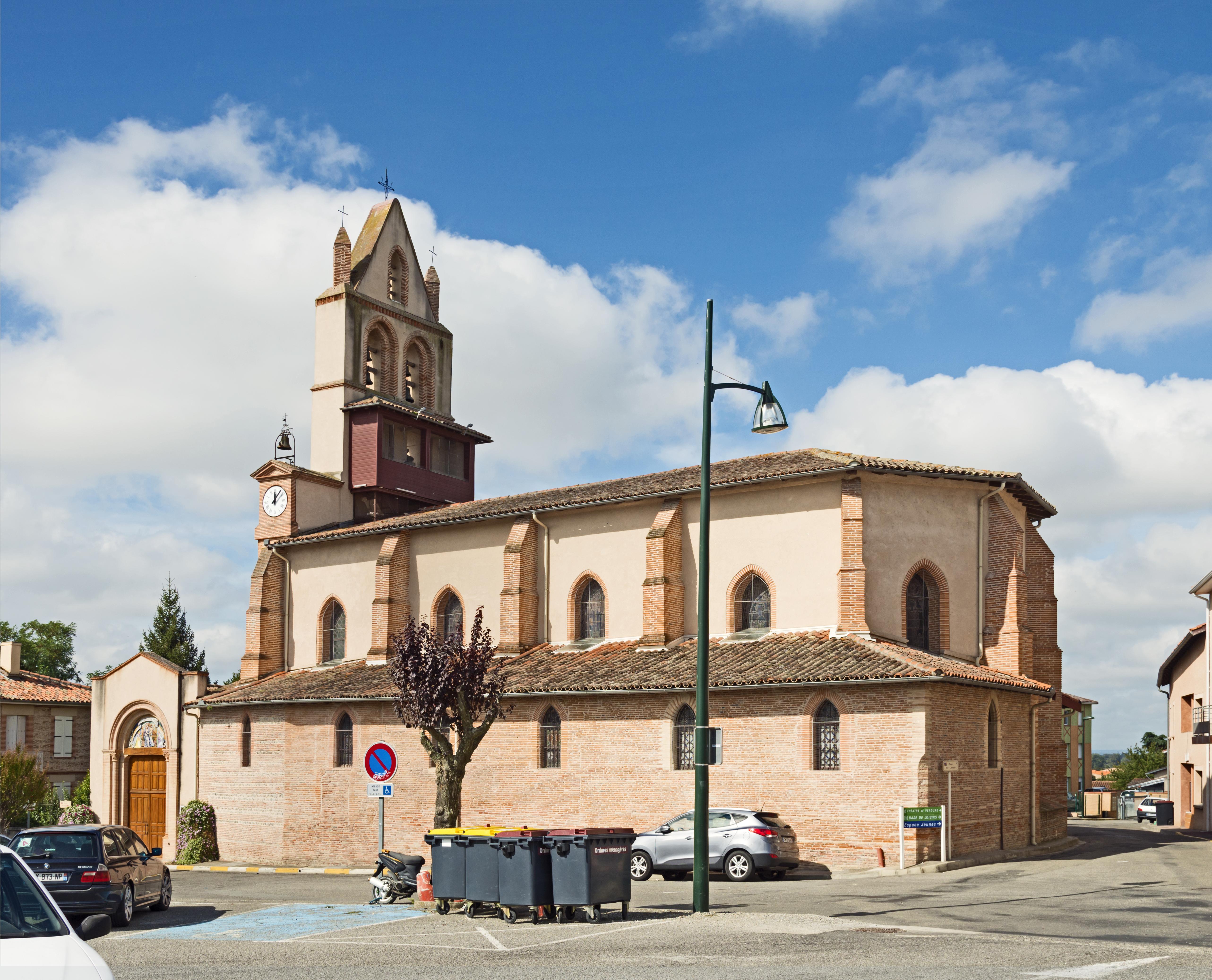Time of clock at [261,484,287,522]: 12:06
